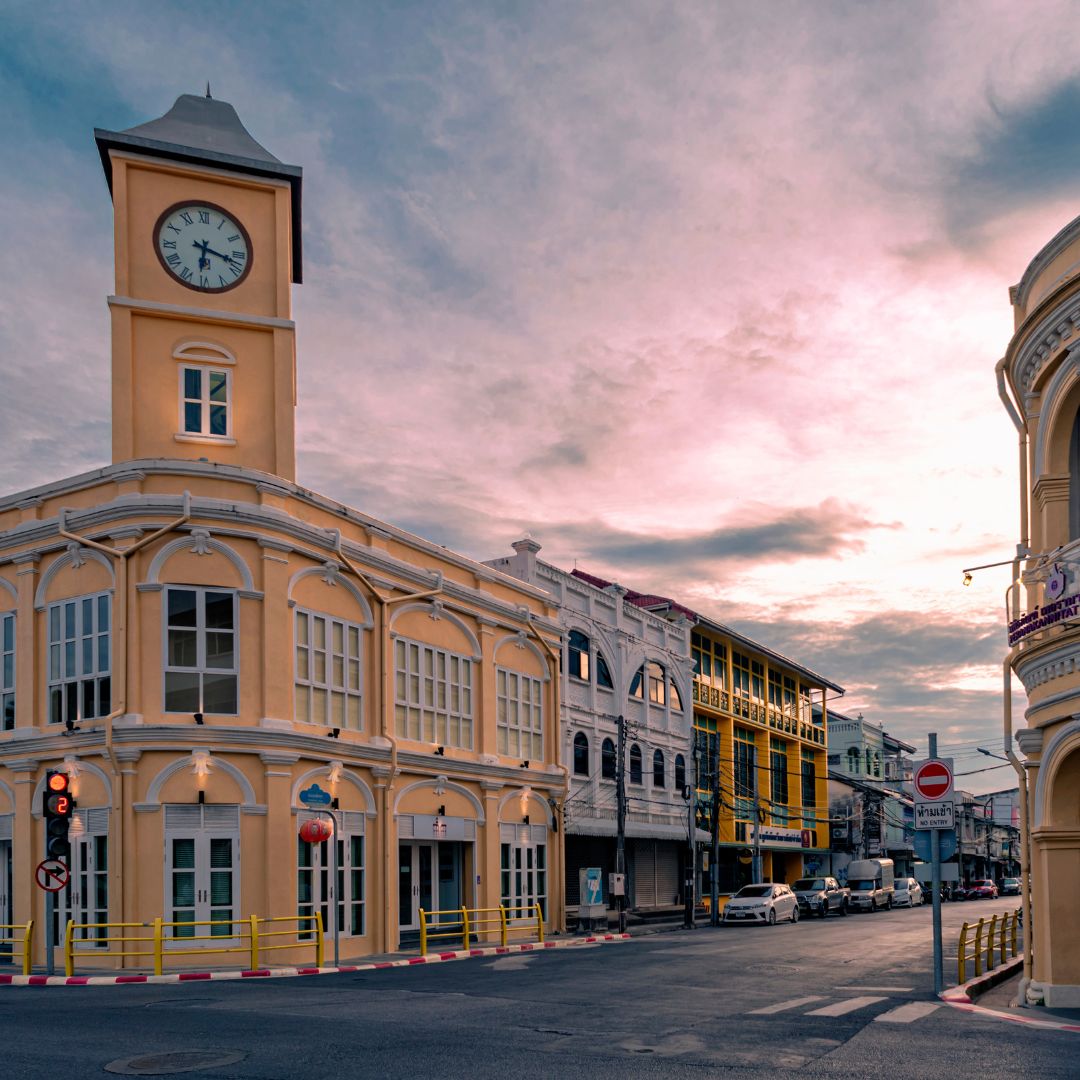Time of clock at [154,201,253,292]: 6:17
